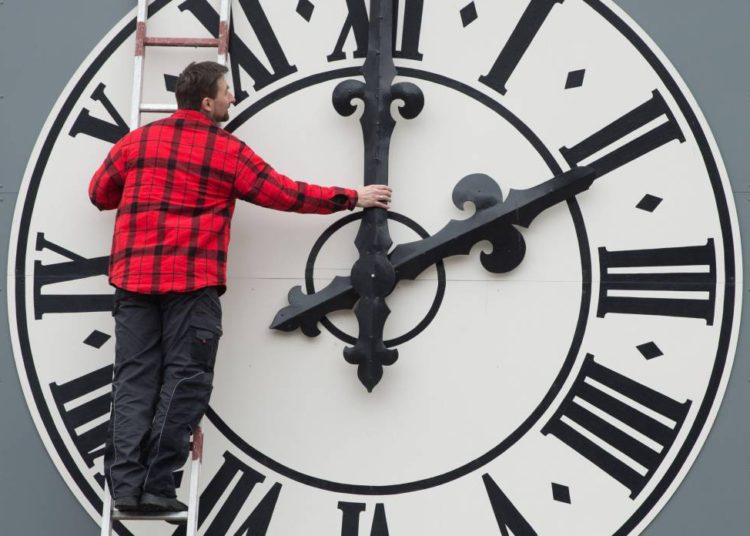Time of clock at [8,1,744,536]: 6:10
